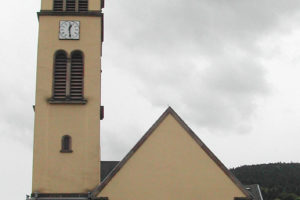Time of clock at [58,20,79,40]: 12:28
